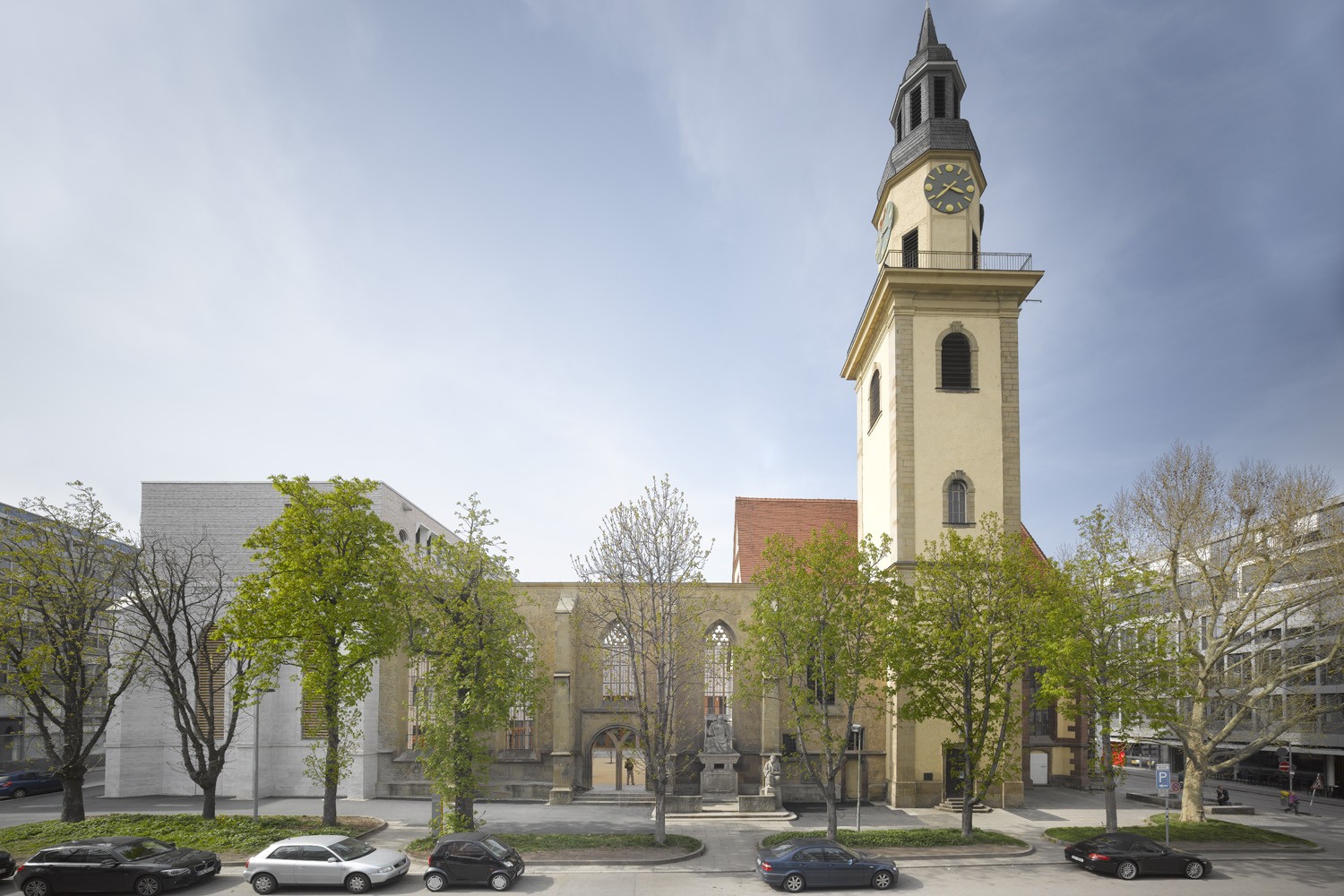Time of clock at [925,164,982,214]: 3:38
